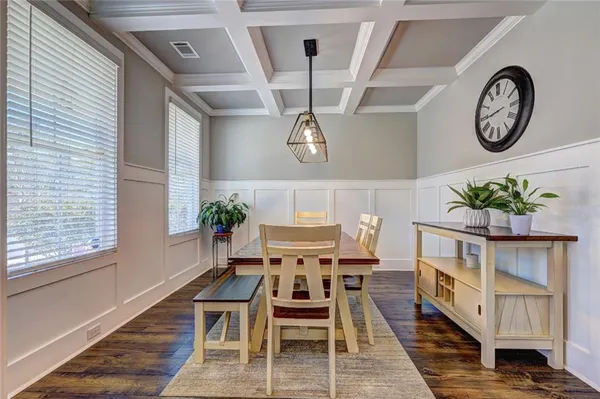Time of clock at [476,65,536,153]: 8:43
